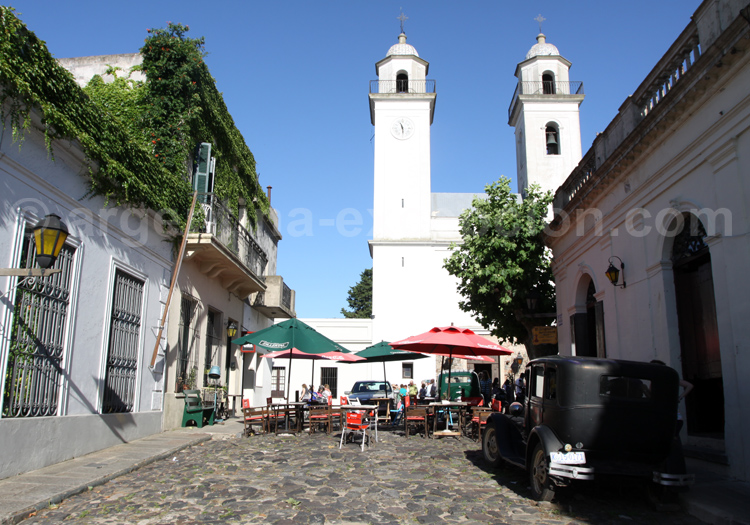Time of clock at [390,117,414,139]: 11:29
